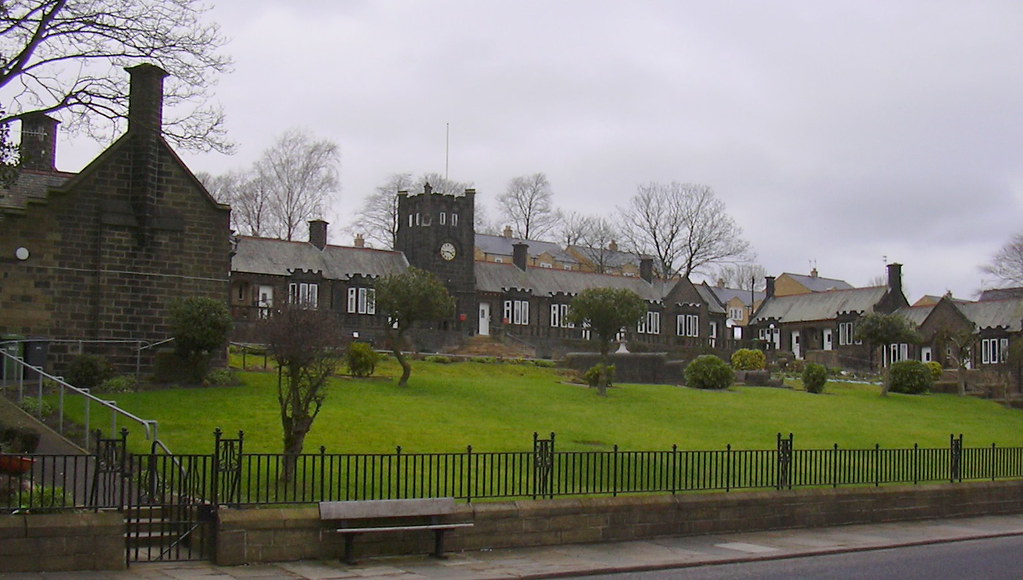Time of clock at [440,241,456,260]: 3:43
